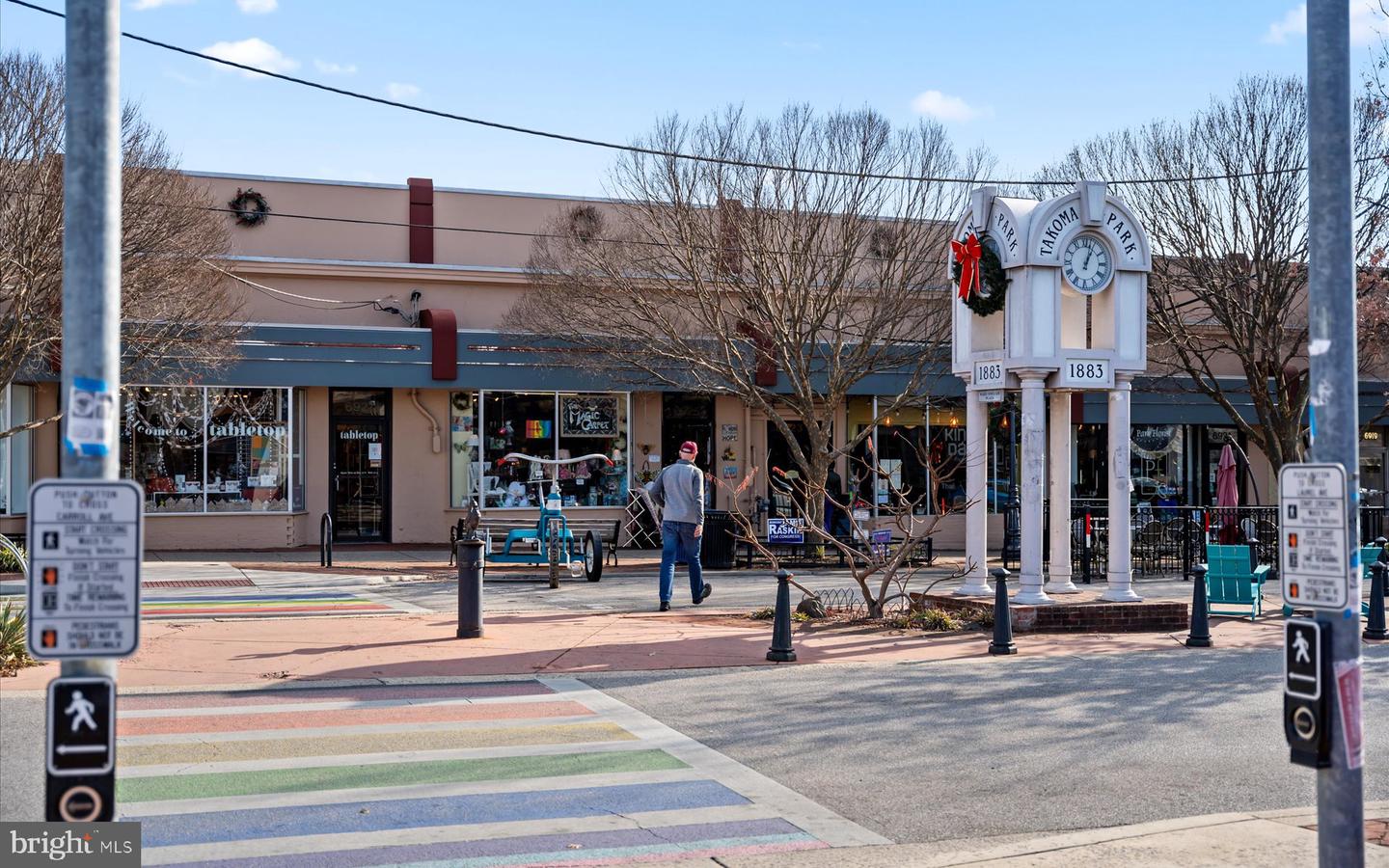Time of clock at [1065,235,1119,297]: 1:02
